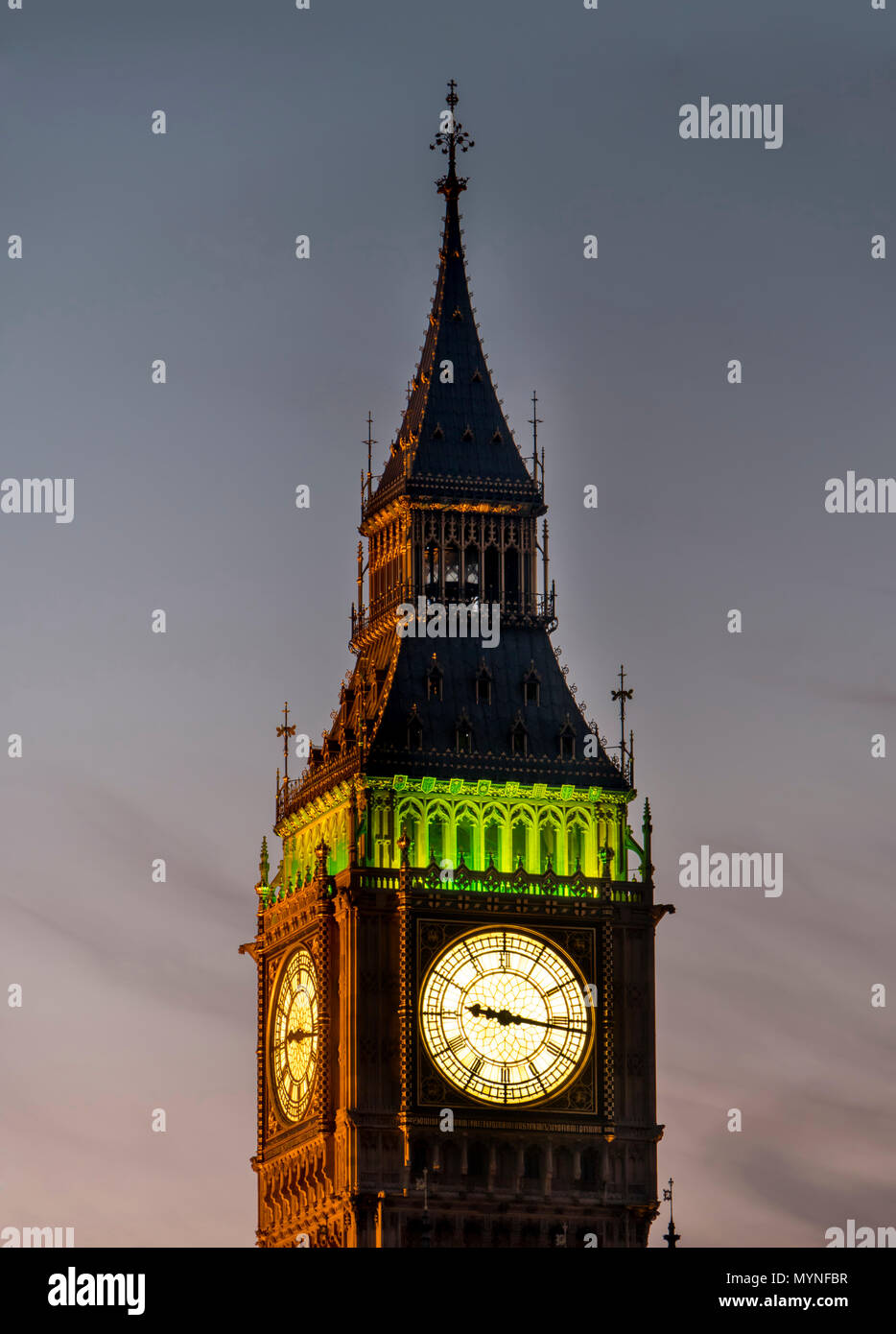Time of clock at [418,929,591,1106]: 9:16
